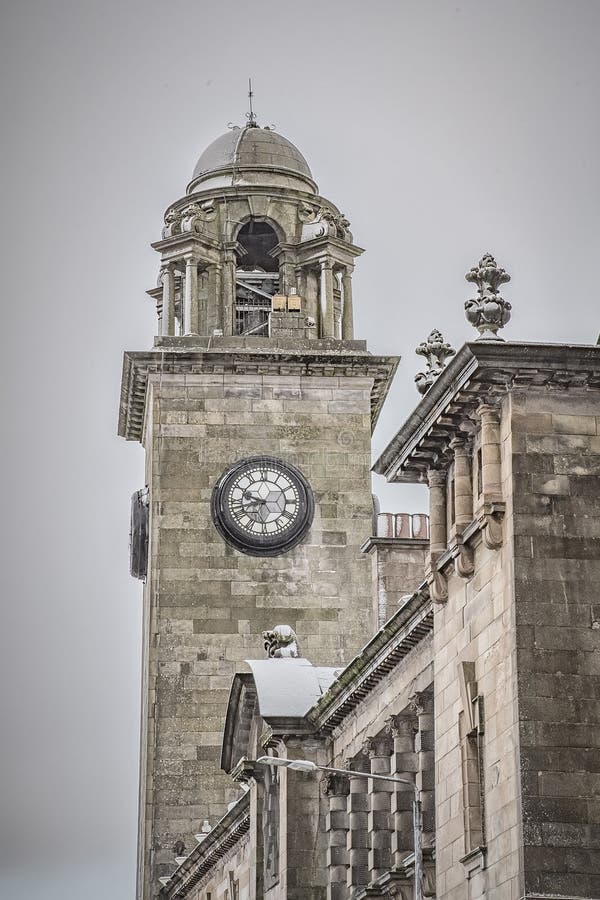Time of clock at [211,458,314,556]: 9:42
